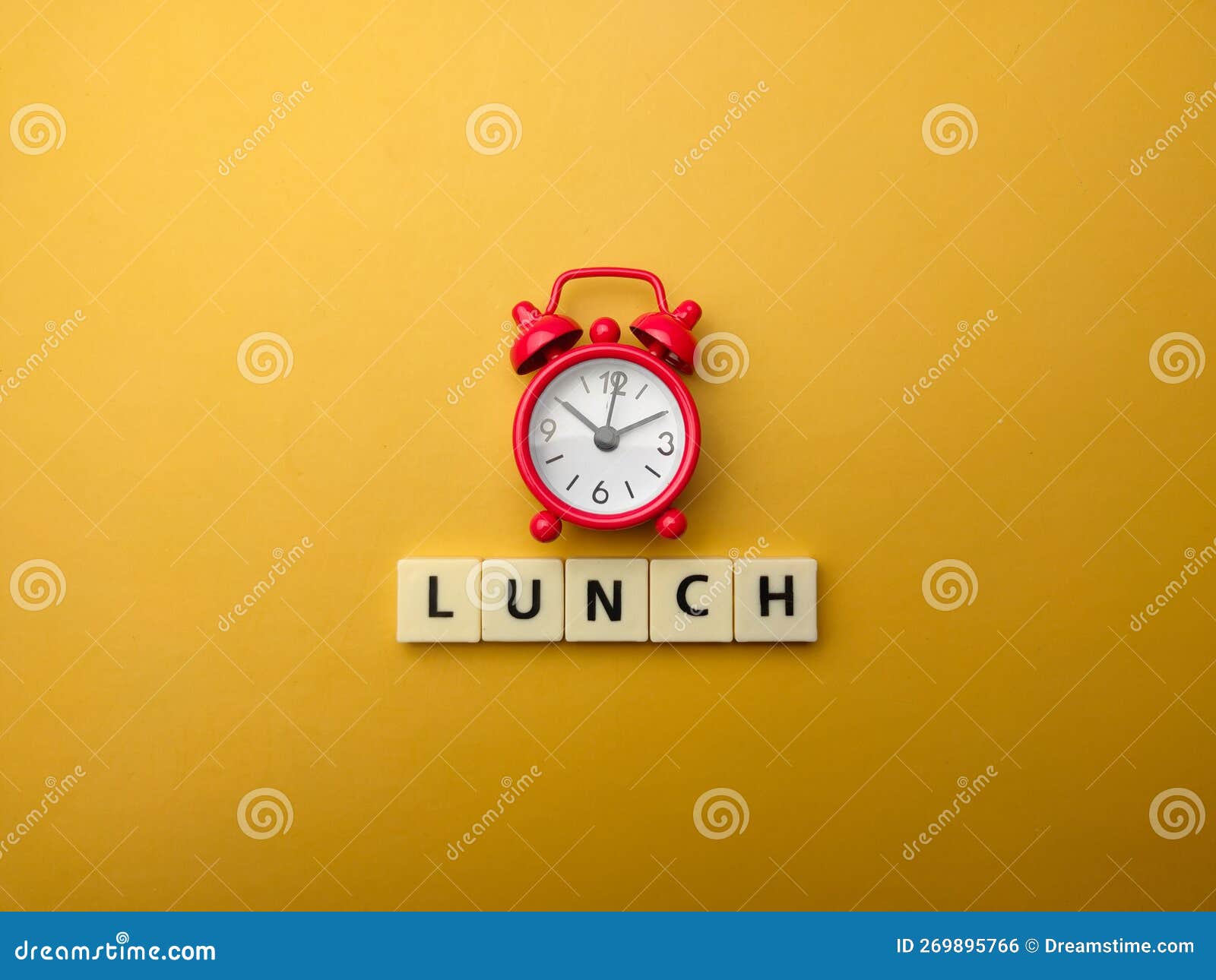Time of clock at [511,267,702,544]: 10:10
